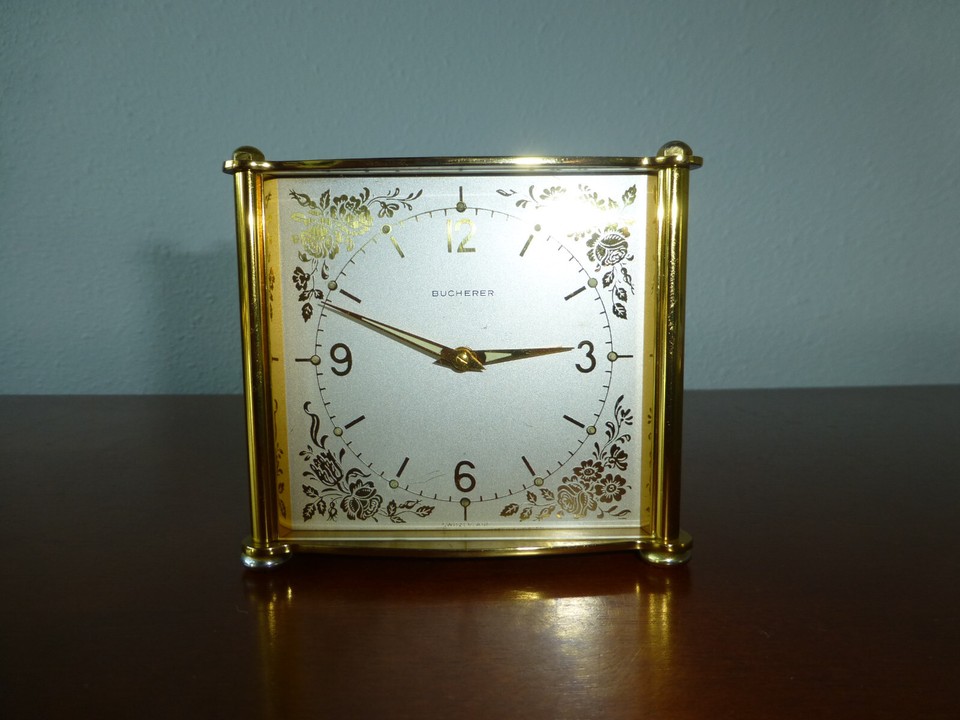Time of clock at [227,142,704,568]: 2:48
